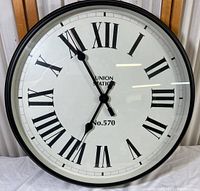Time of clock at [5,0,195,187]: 6:54
